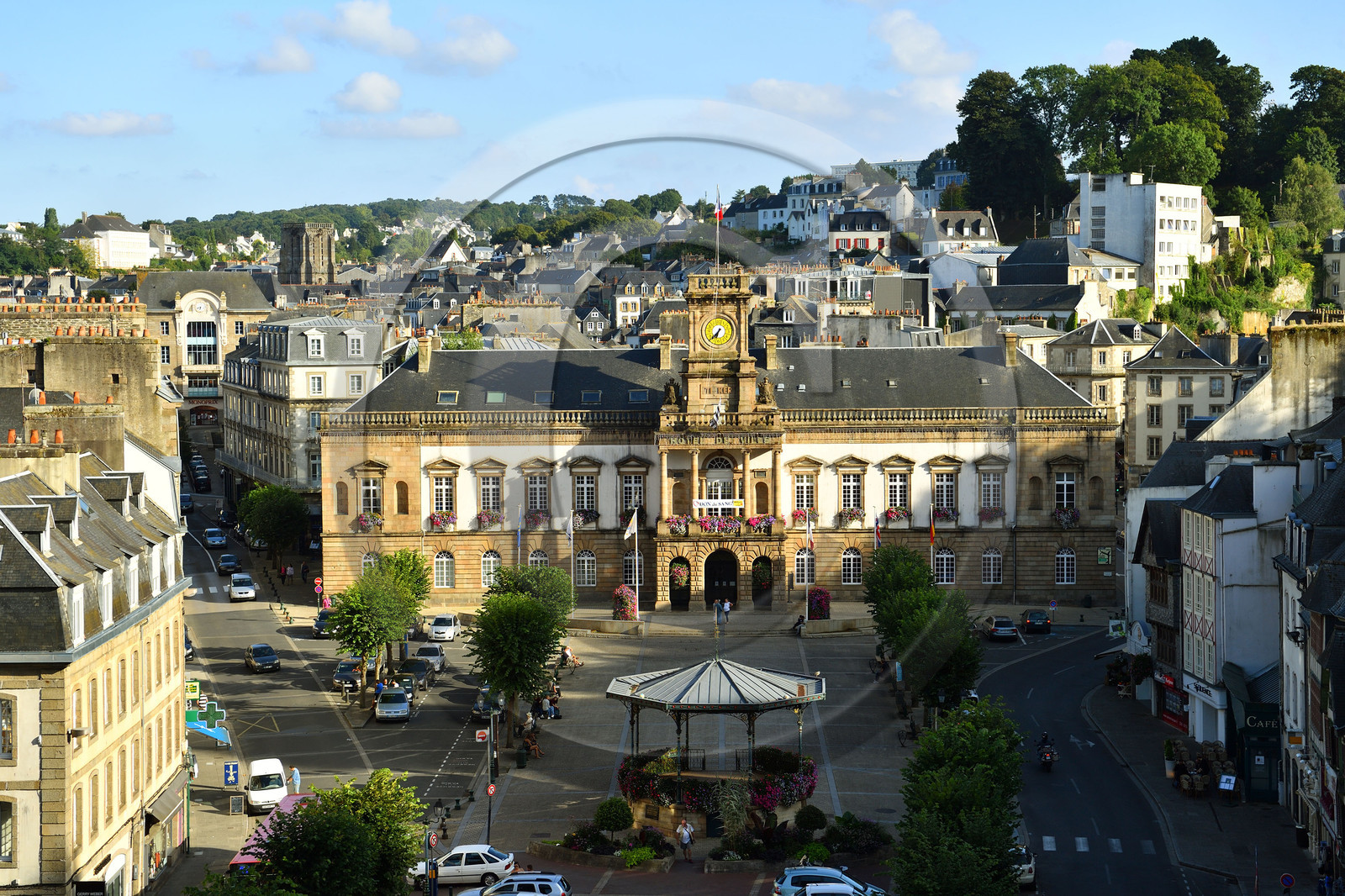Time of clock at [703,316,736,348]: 6:37
